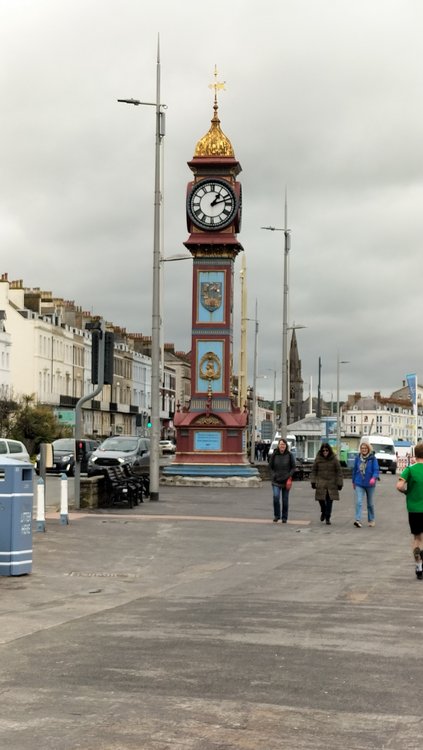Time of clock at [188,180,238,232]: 1:12
